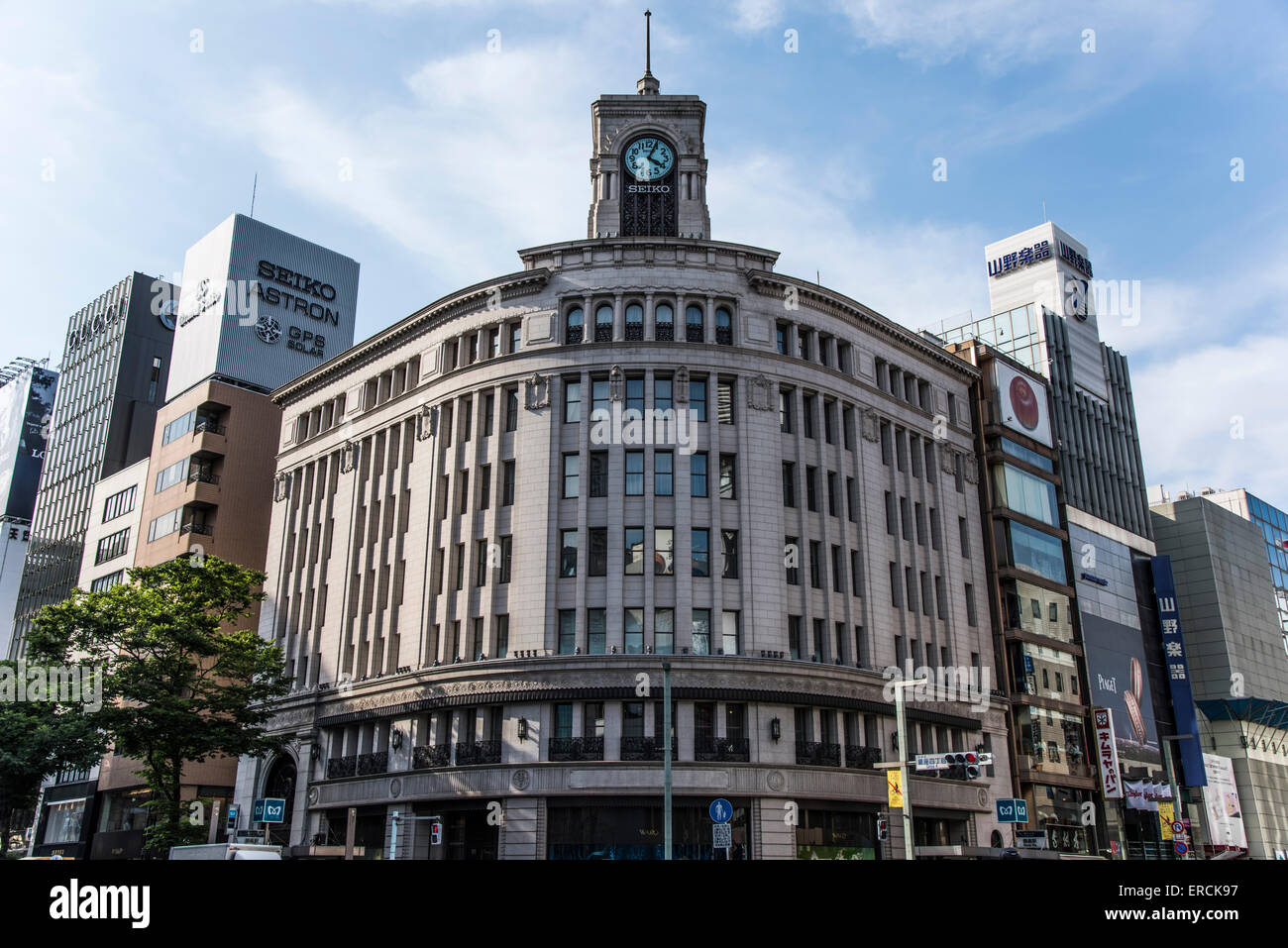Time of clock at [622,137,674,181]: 4:04
